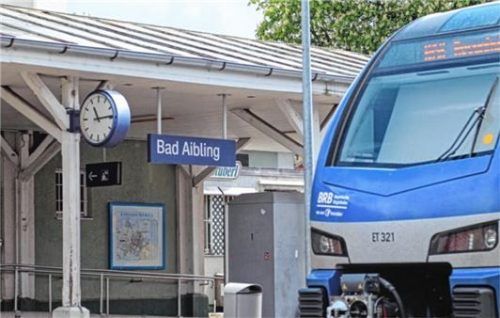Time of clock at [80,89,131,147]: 11:13
